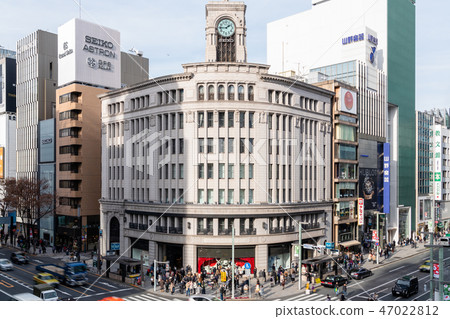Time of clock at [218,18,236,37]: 1:45
